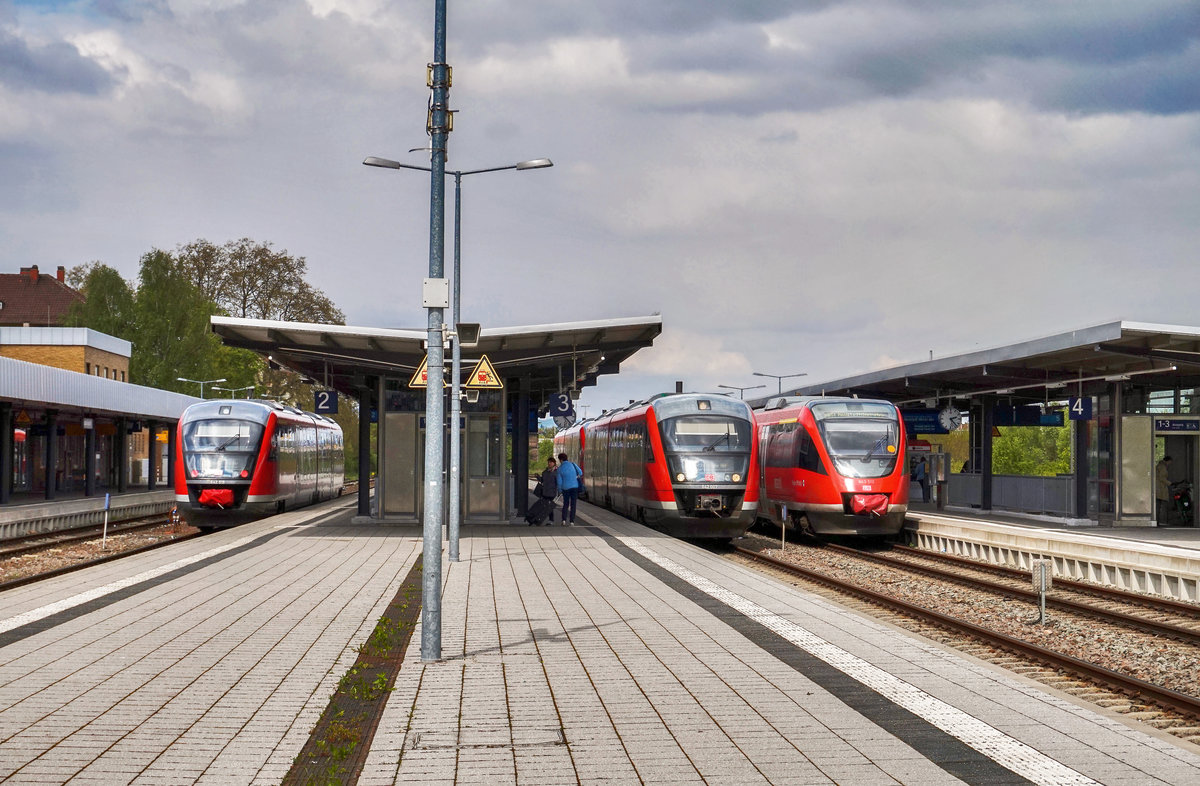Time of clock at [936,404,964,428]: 2:23
